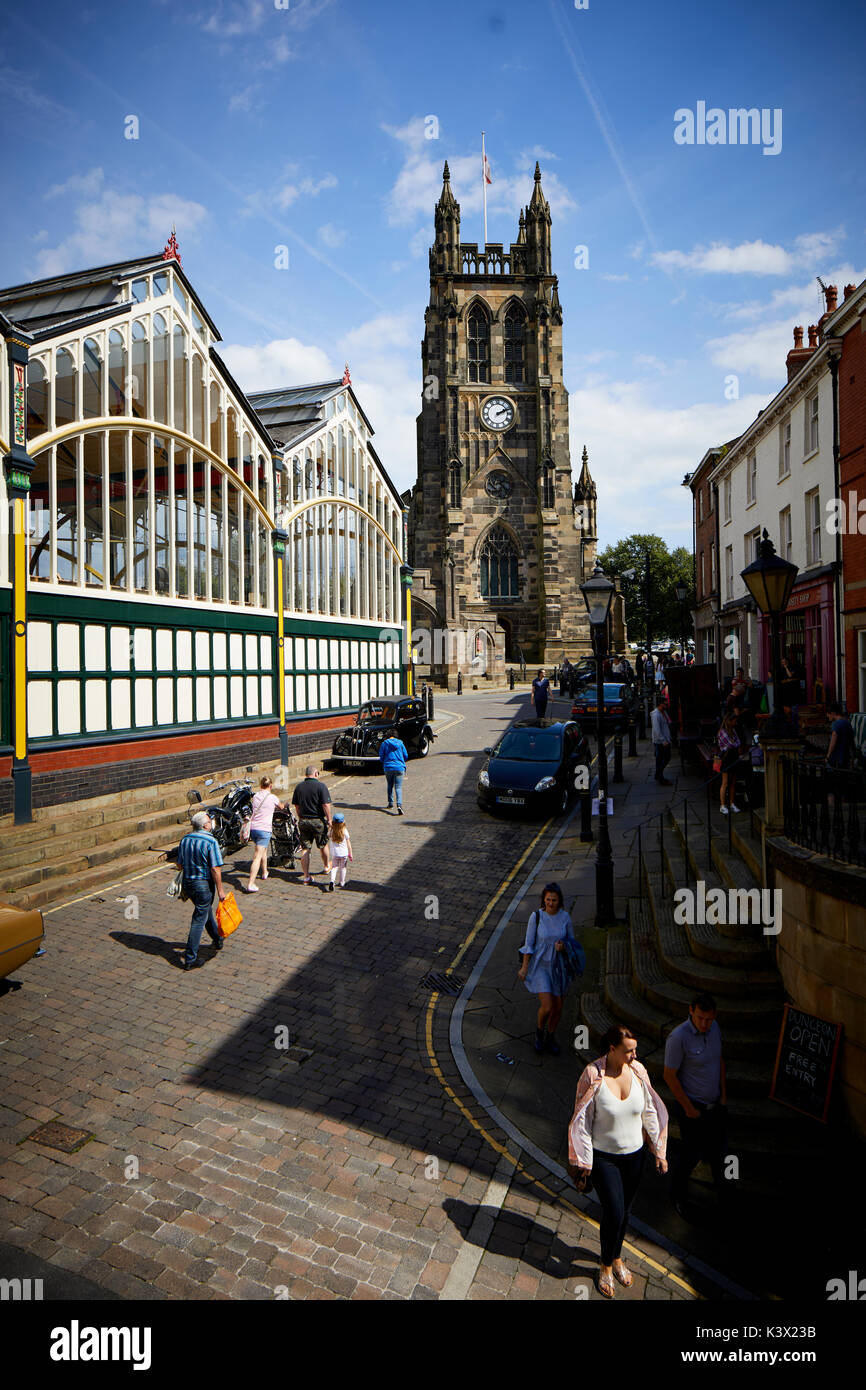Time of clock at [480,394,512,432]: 2:11
